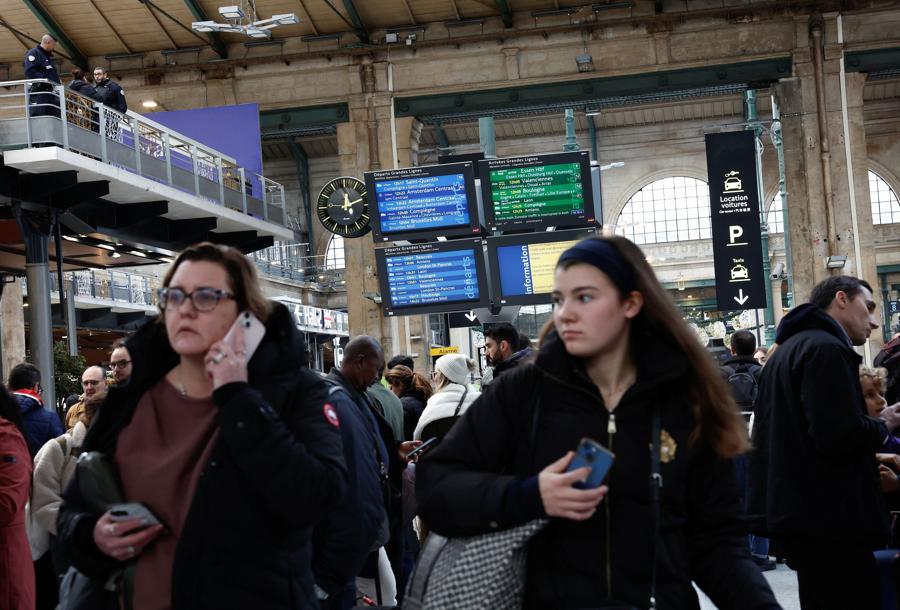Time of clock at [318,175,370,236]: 12:11
